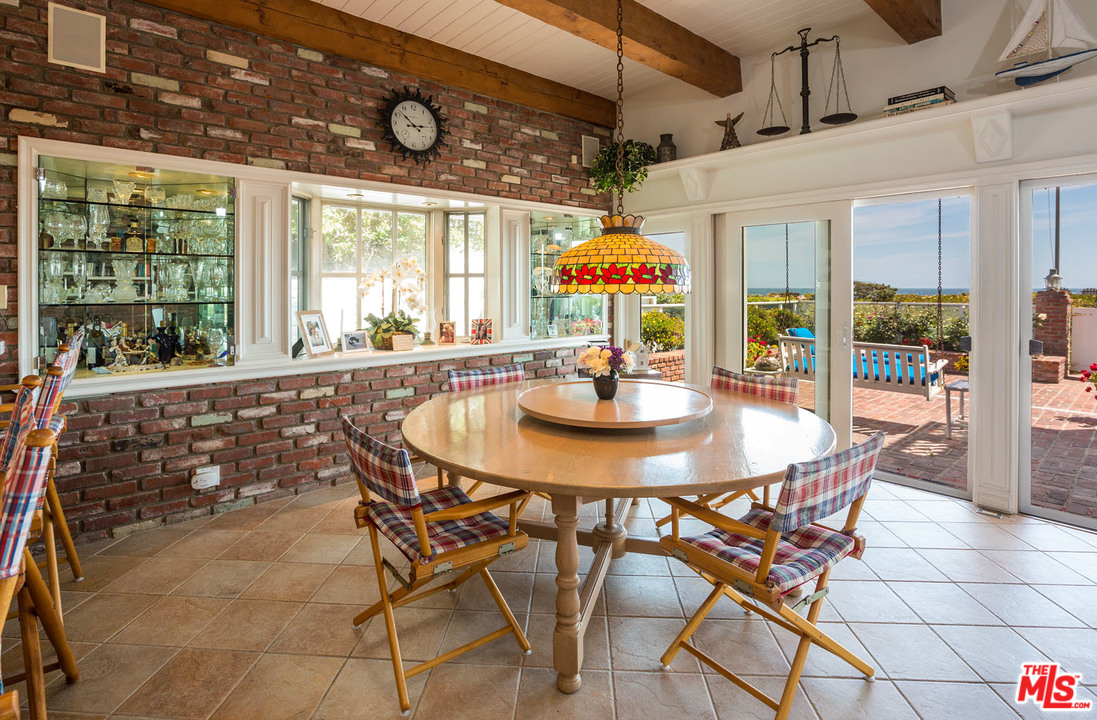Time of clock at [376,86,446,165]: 2:52
